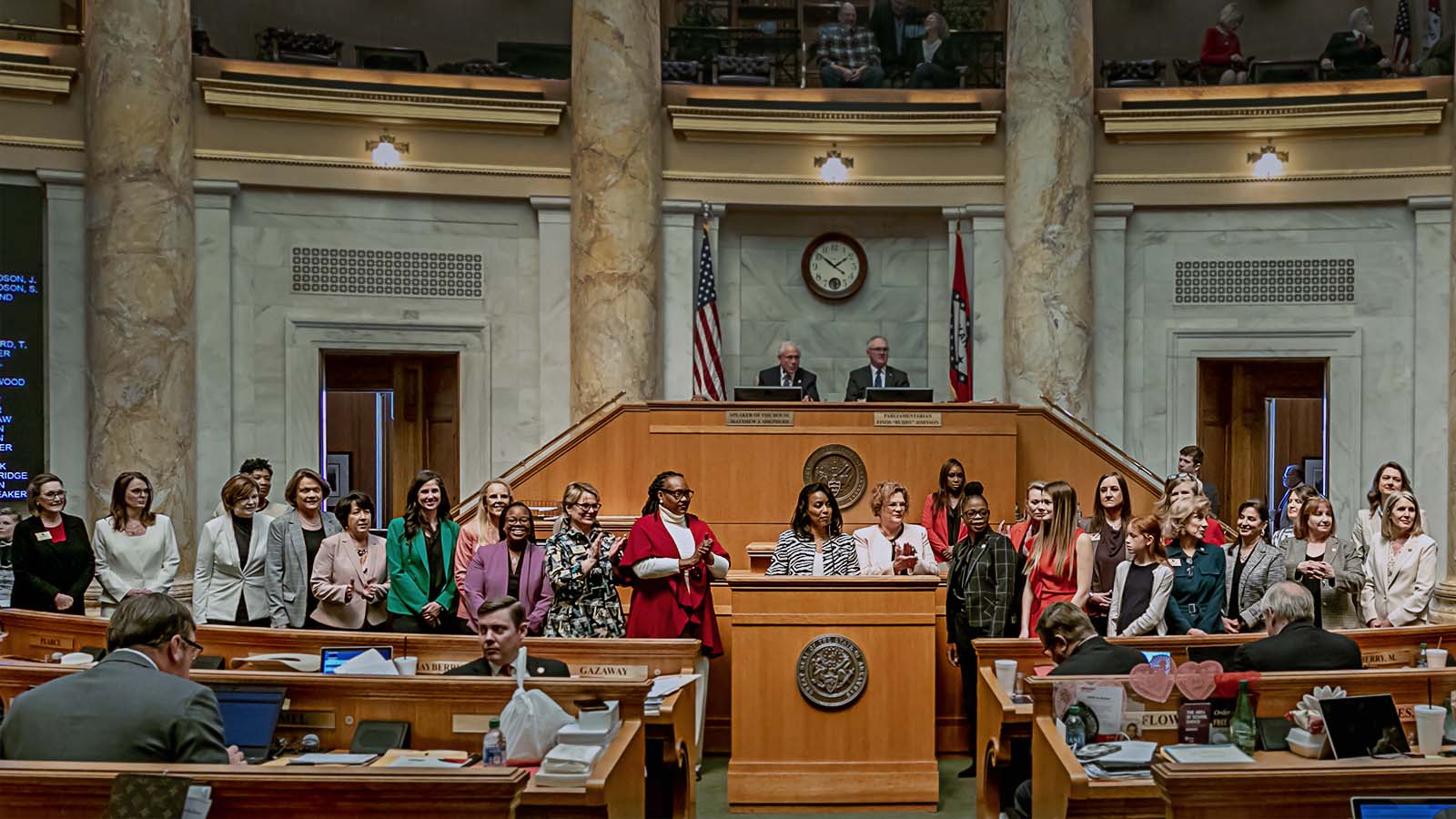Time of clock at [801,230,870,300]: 1:51
